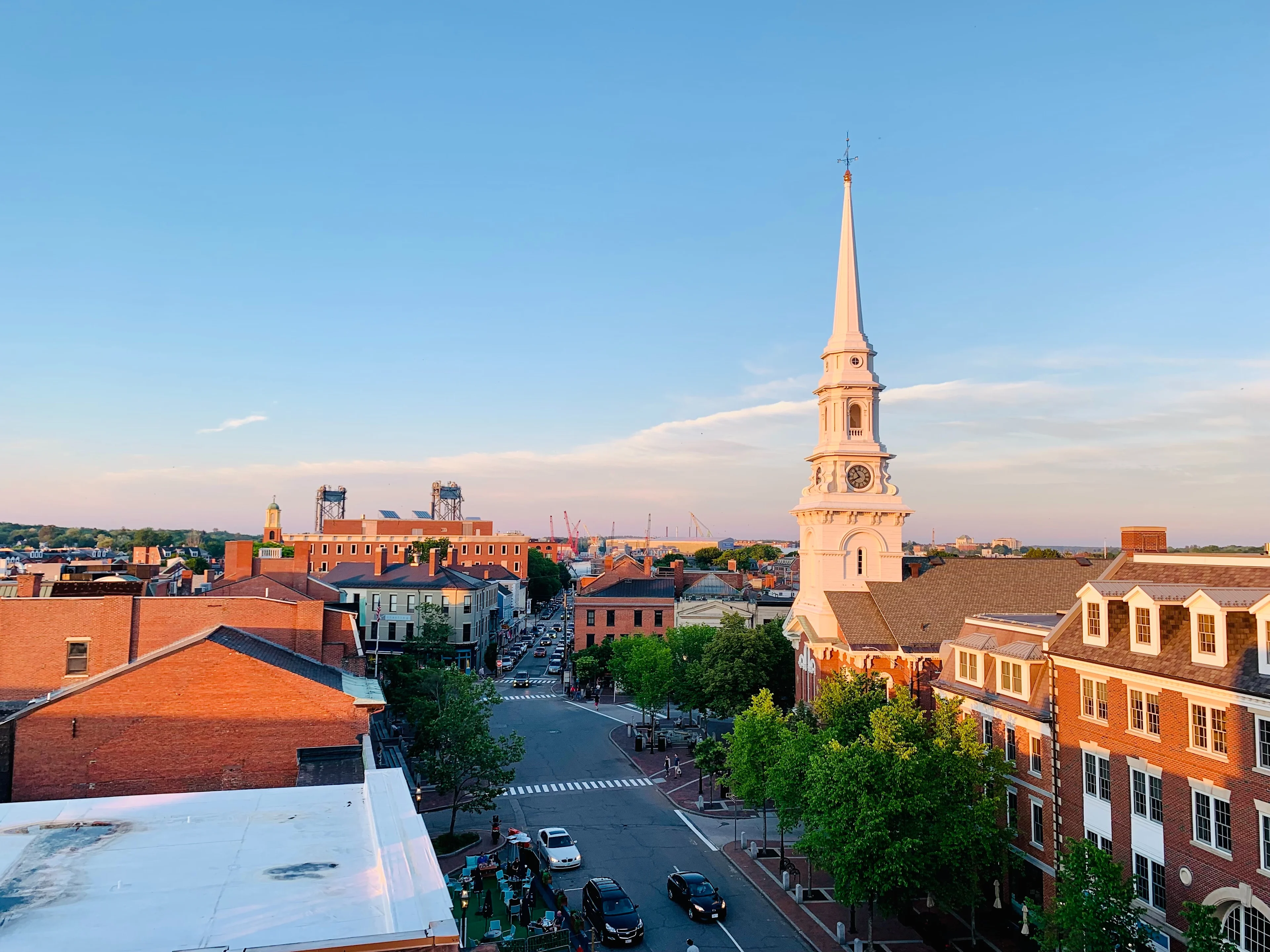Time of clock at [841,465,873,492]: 7:53
